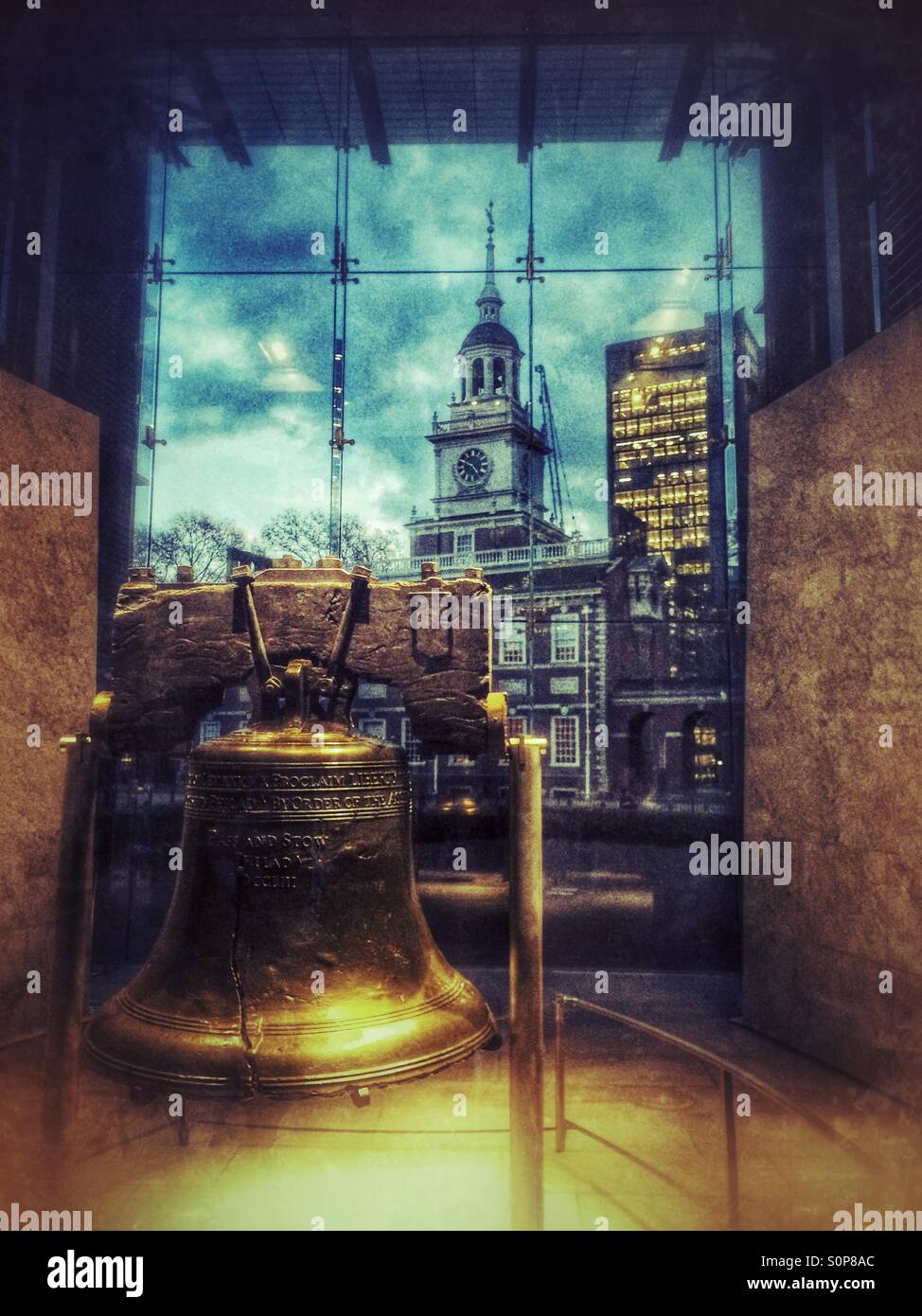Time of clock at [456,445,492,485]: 4:49
